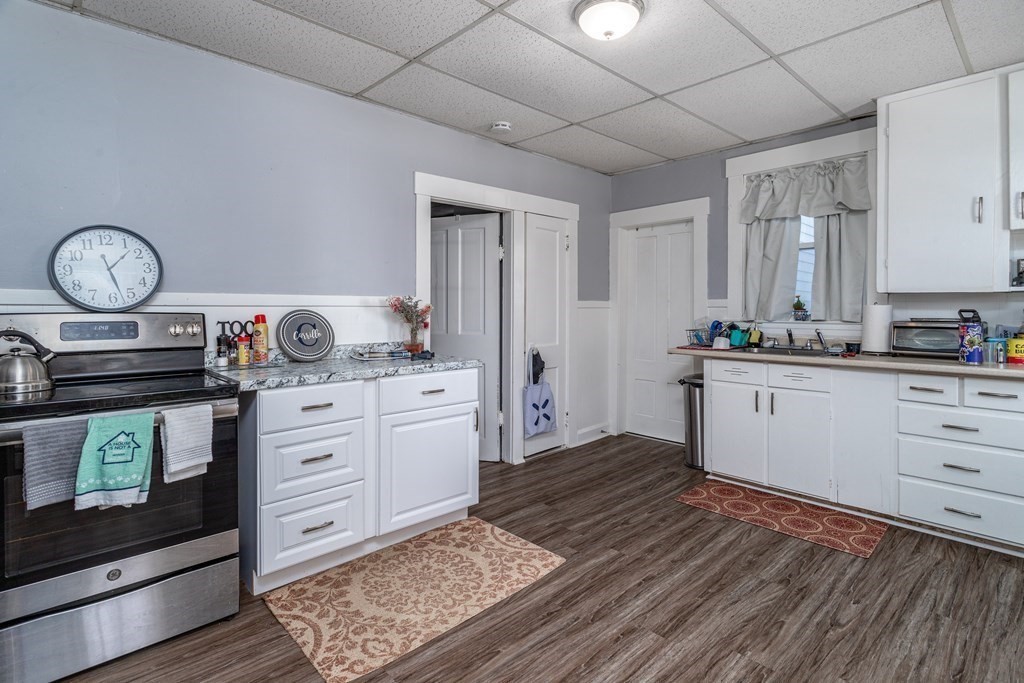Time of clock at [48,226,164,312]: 1:27
